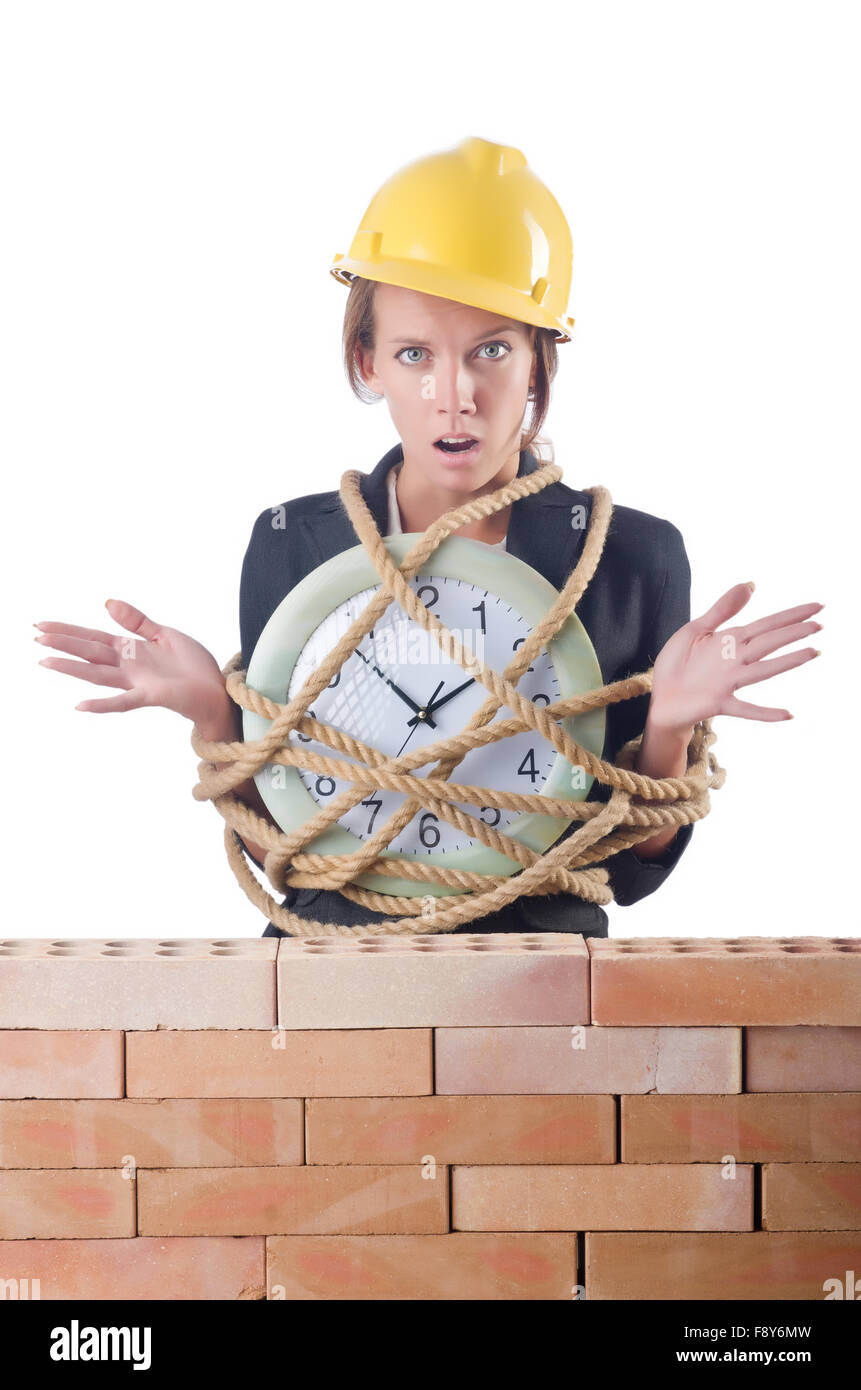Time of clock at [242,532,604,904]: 1:53
